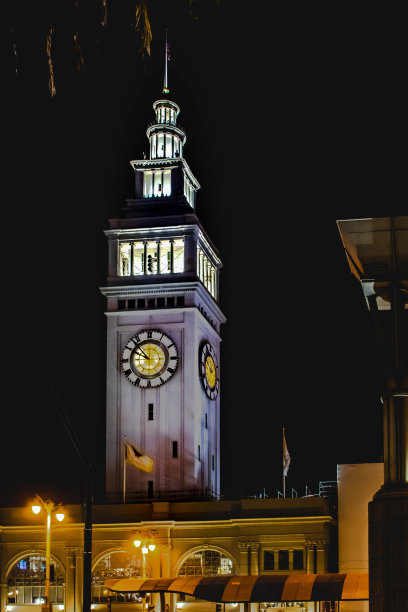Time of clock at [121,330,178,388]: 9:53
